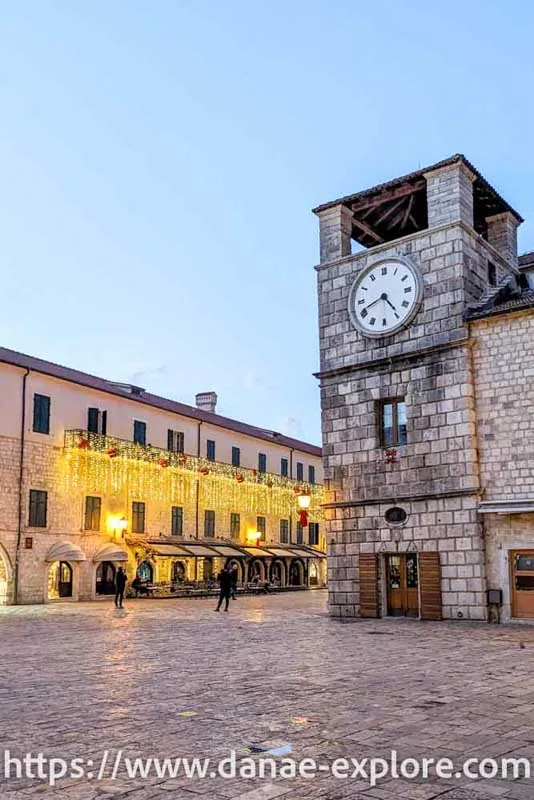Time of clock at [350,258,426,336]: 4:41
